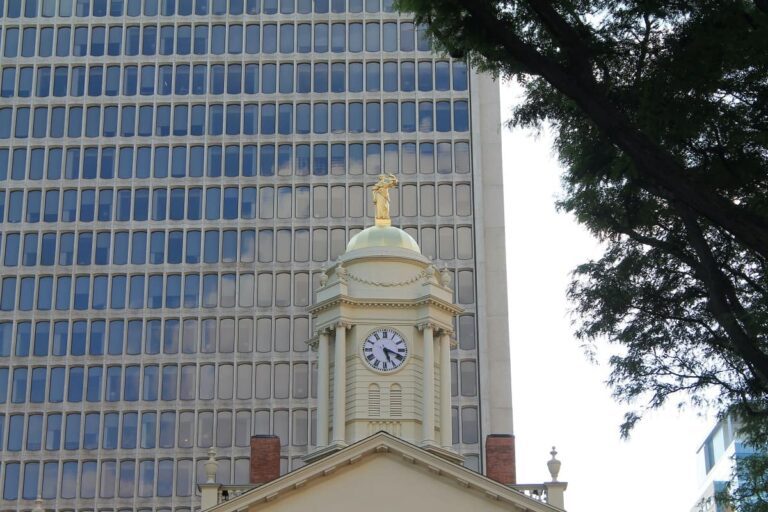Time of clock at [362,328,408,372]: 5:18
